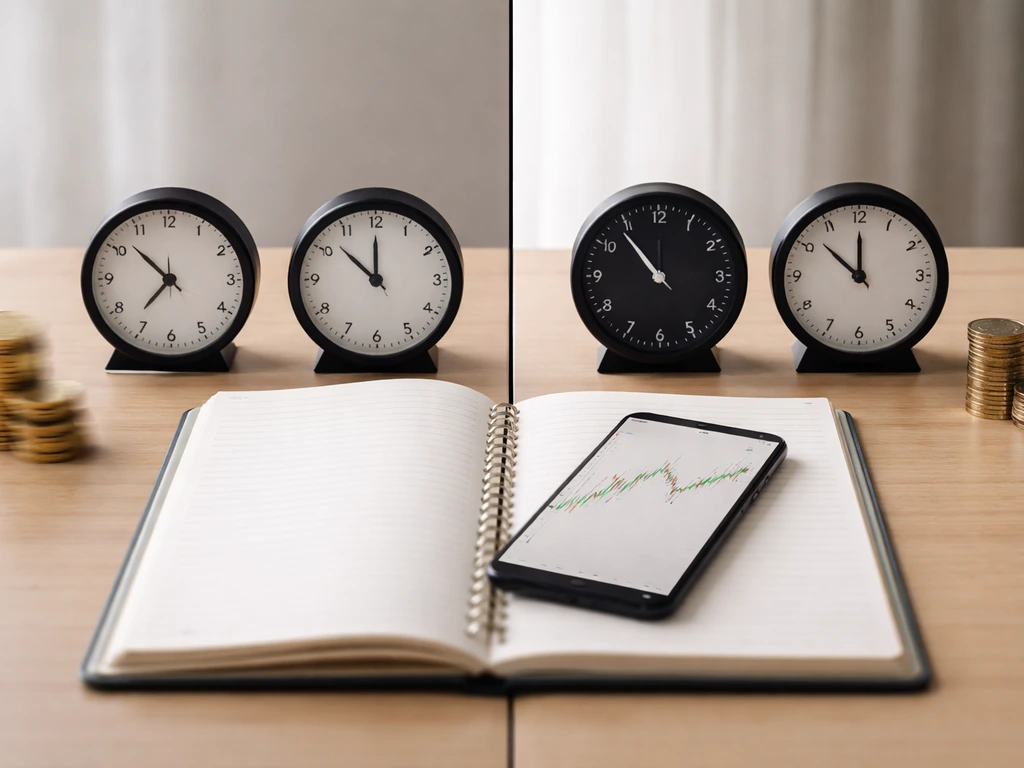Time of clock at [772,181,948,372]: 11:51
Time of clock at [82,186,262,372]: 10:36
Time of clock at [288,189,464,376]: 11:51
